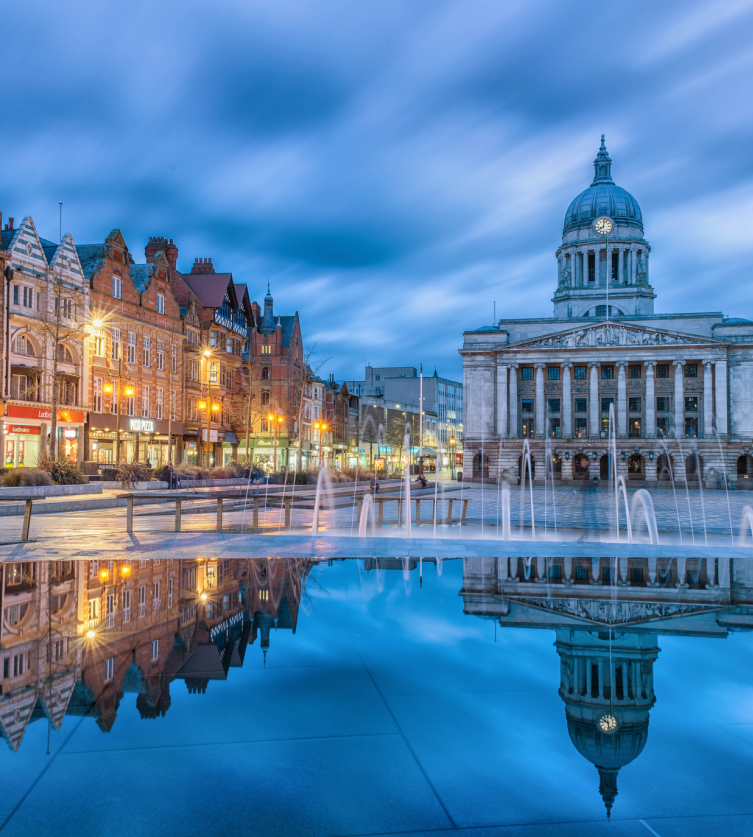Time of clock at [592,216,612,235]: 8:02
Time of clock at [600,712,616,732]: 9:28
